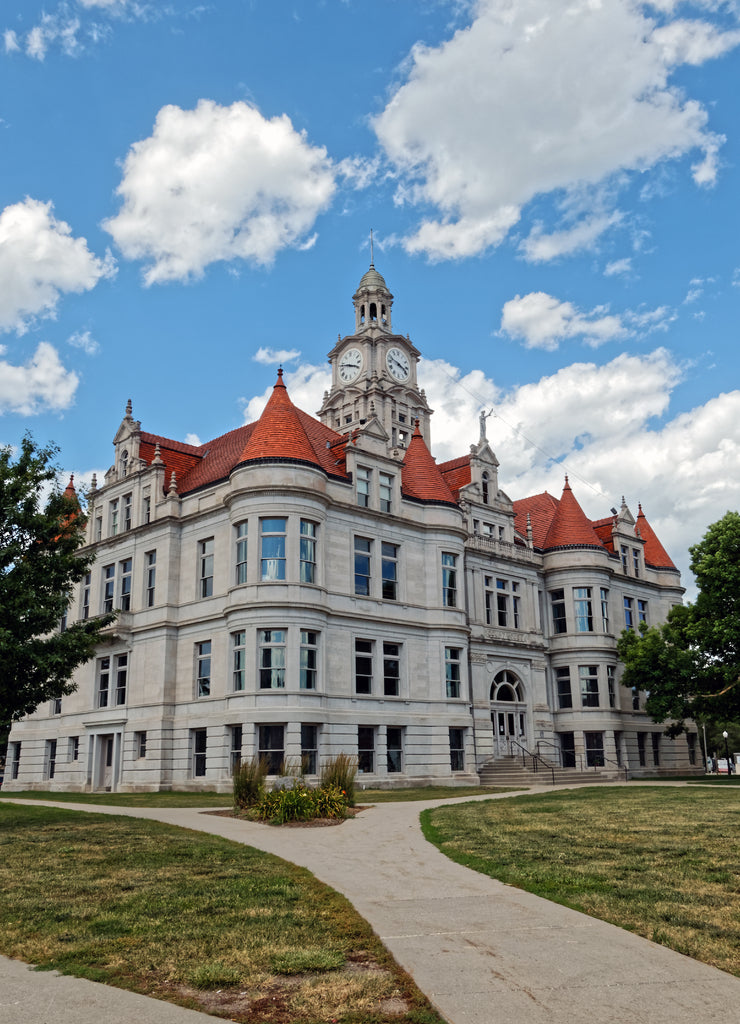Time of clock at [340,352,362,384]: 3:47
